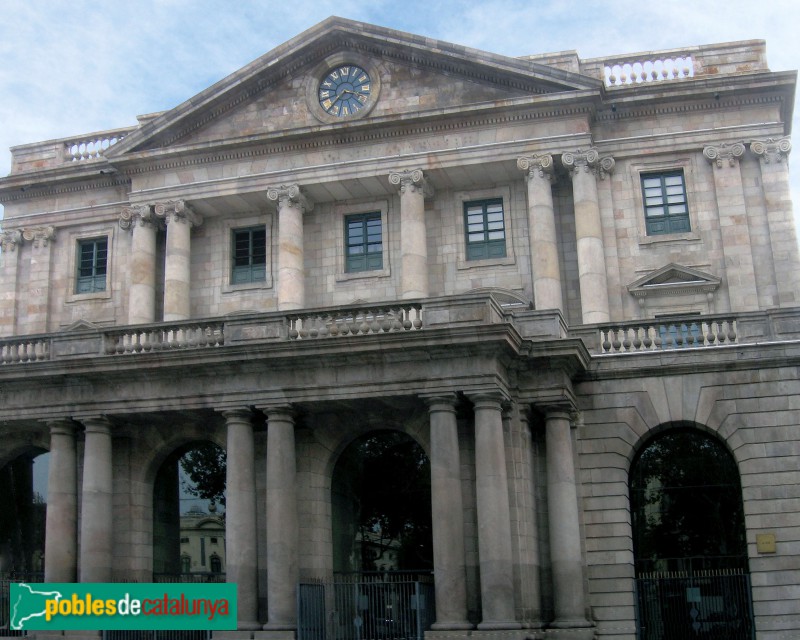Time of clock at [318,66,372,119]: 3:37
